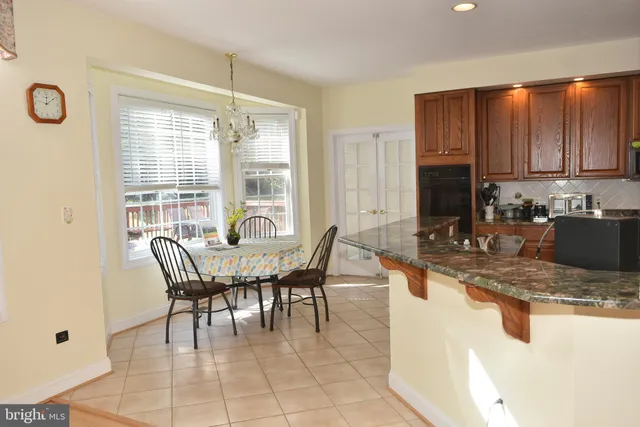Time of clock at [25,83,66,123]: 12:09
